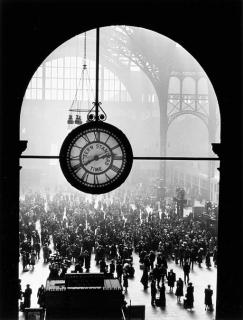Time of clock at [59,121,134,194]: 2:40
